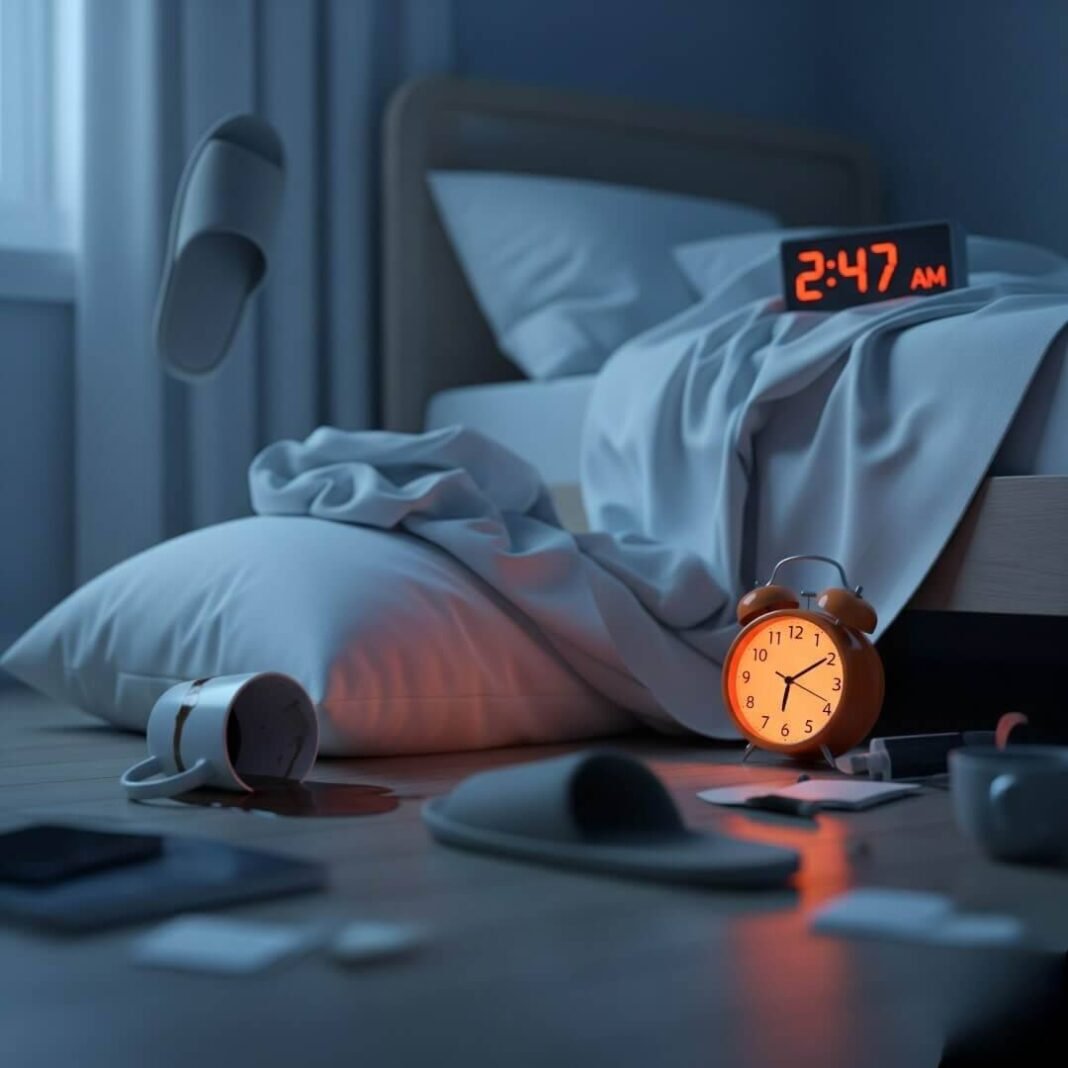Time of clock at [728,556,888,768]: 6:09
